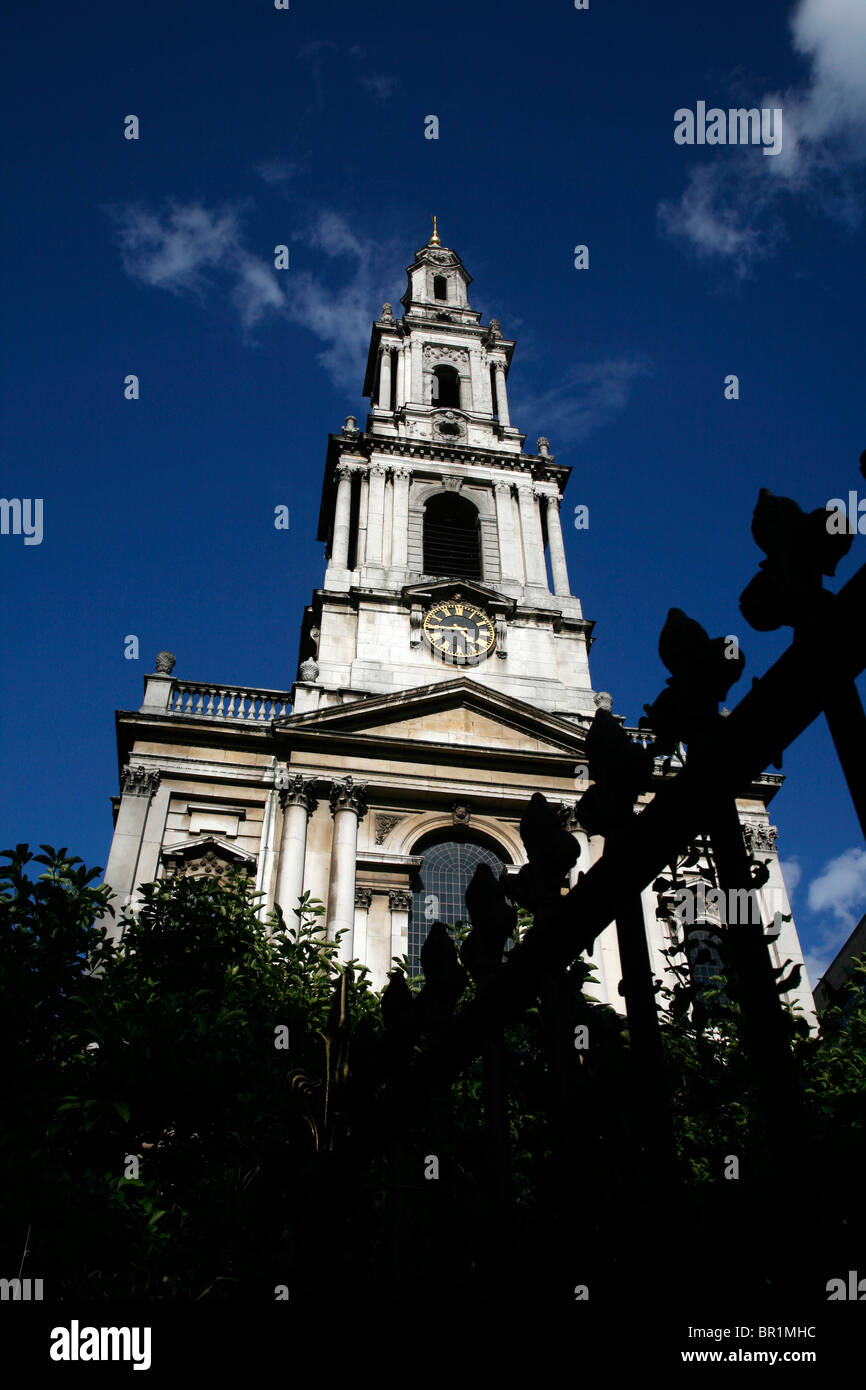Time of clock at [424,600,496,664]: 5:44
